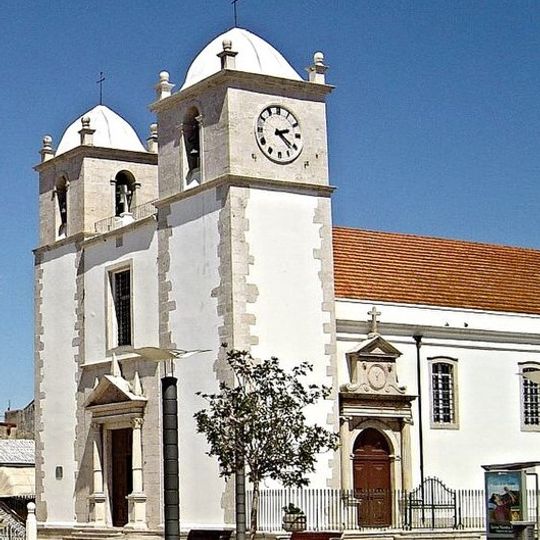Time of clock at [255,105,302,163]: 2:21
